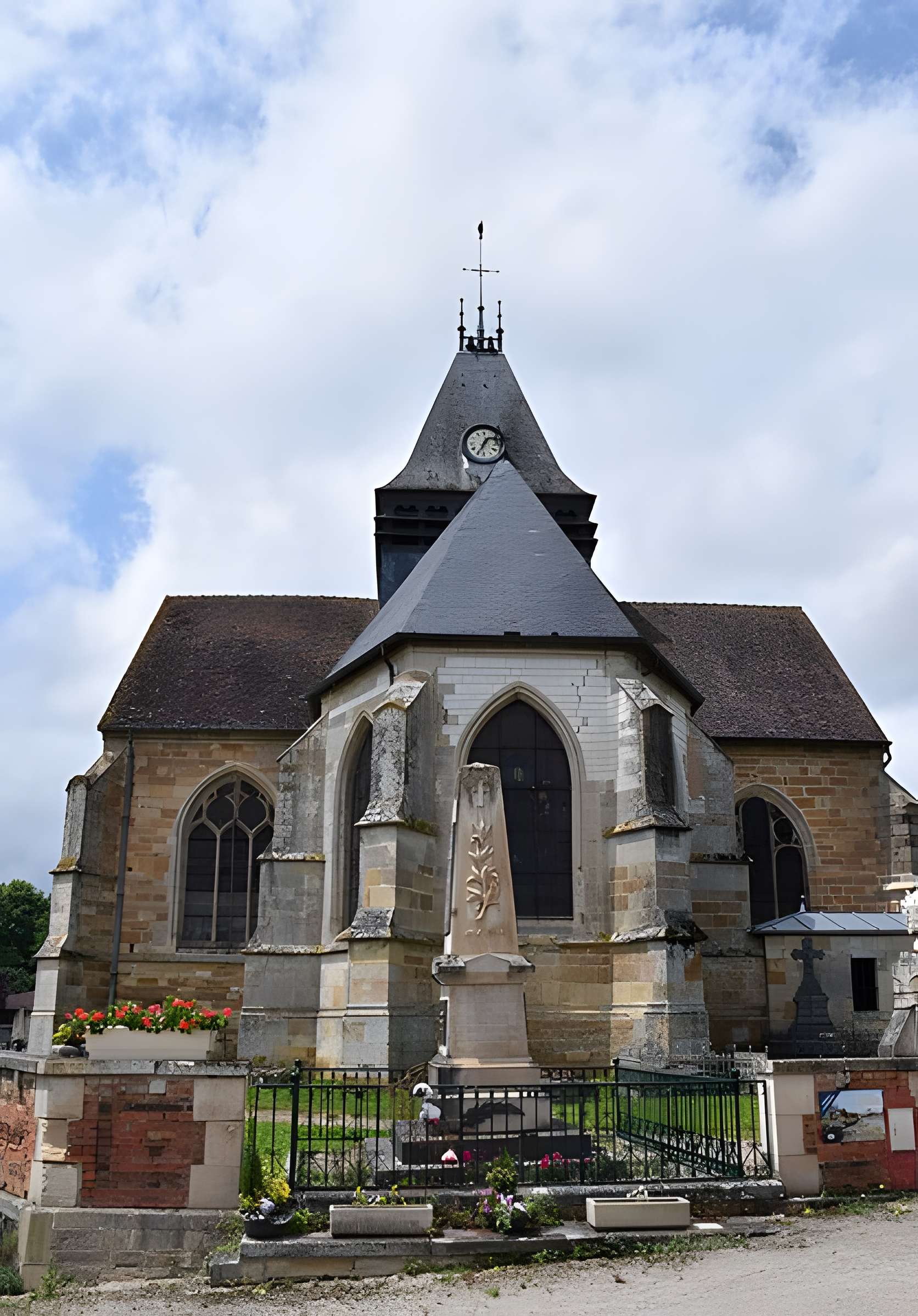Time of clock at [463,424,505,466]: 1:34
